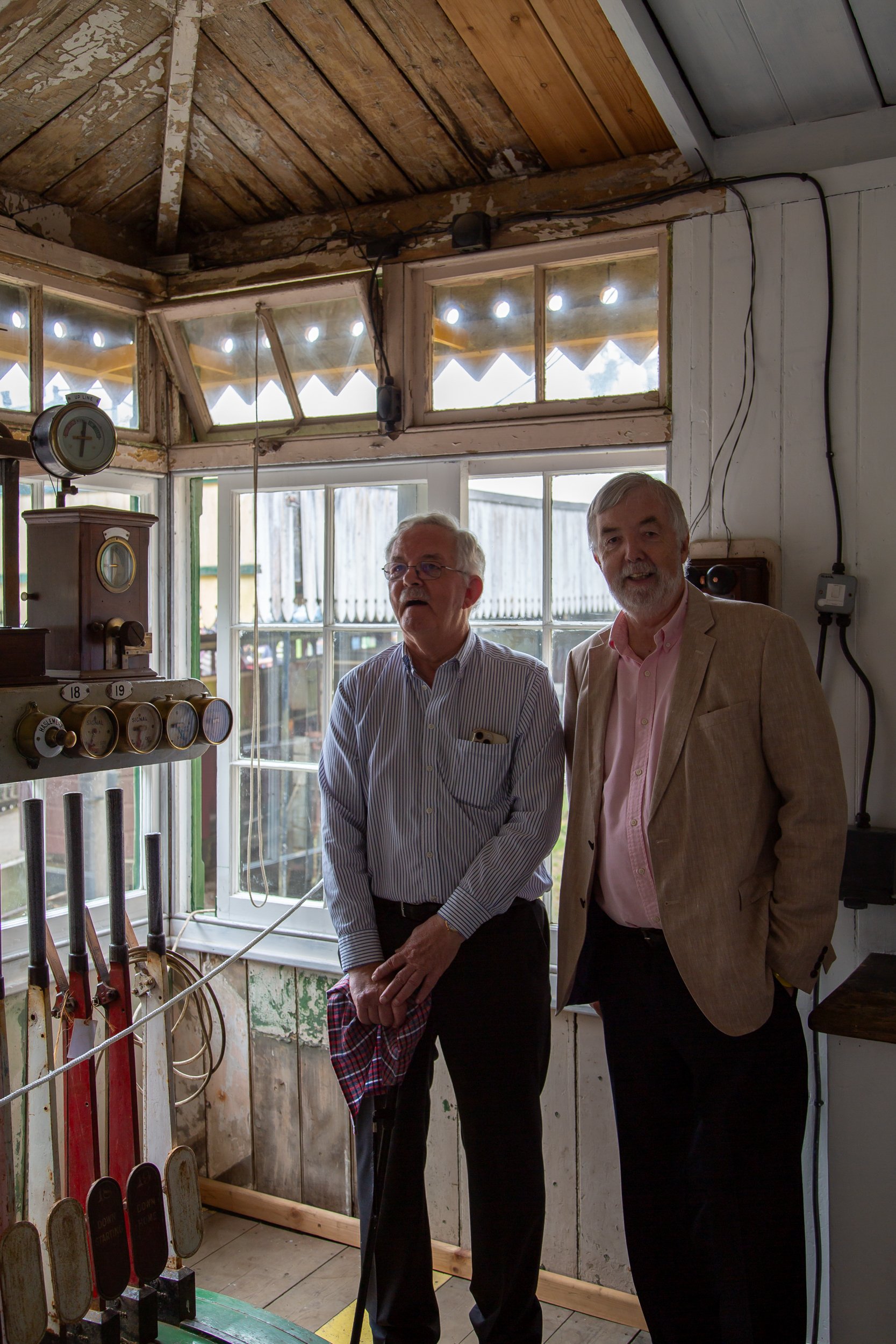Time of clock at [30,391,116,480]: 12:32
